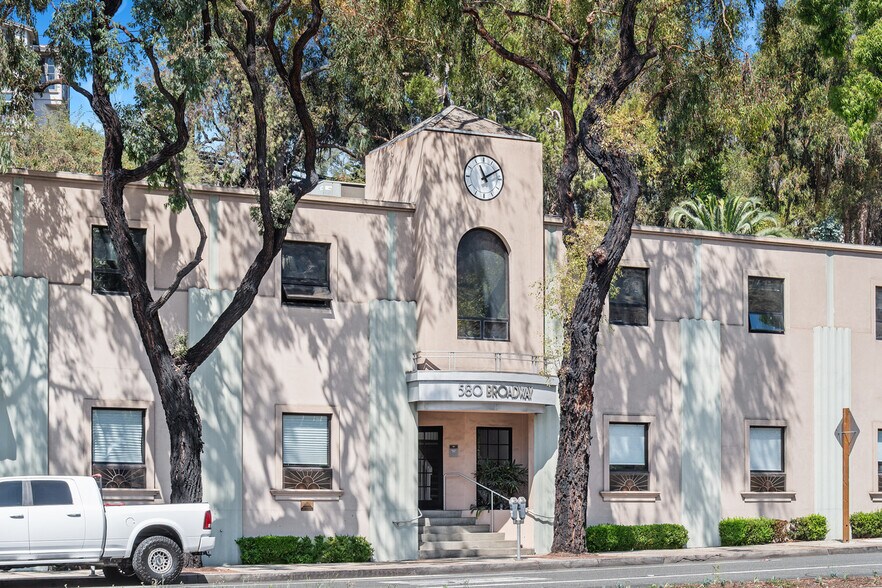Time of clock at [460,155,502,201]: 11:10
